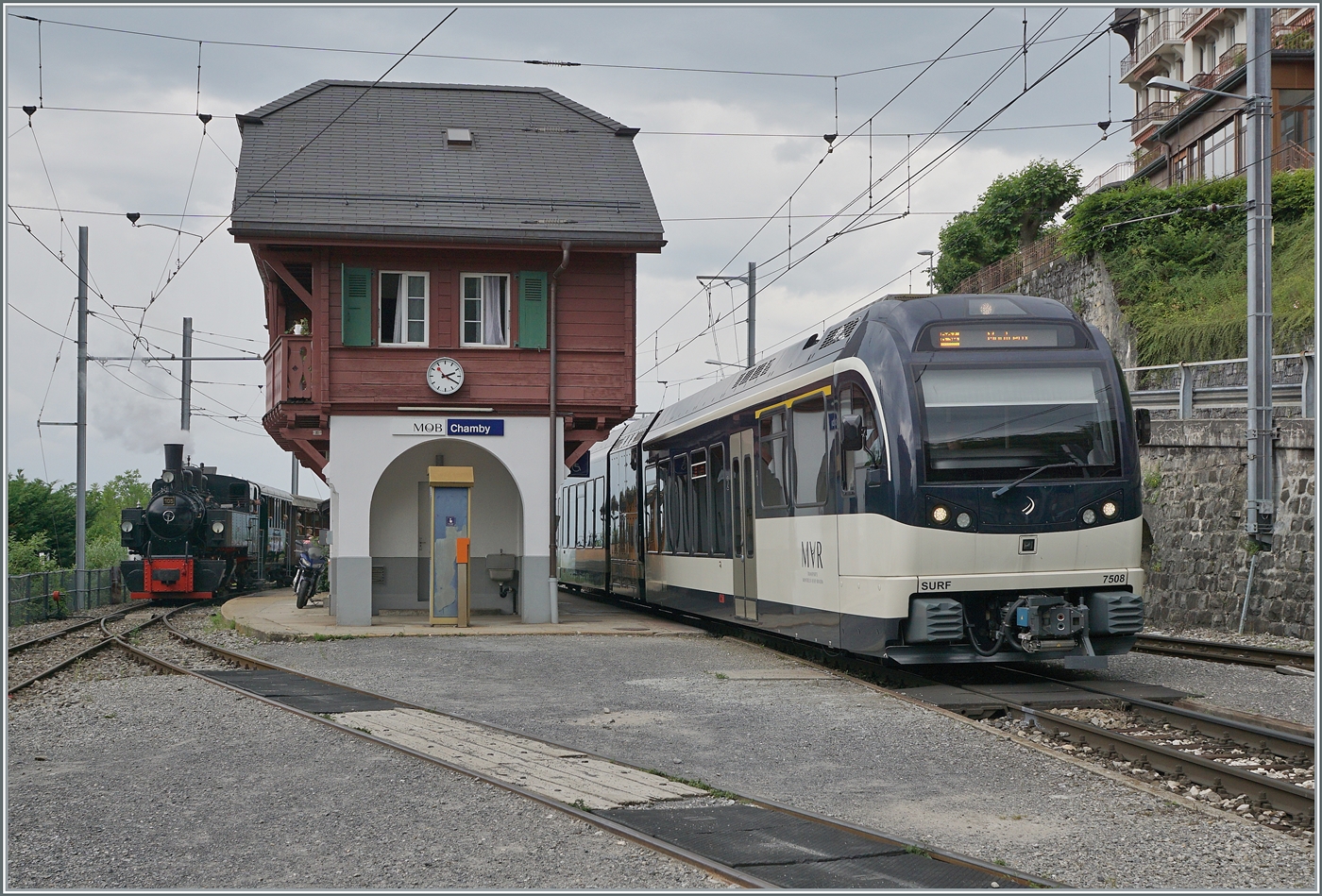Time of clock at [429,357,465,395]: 2:19
